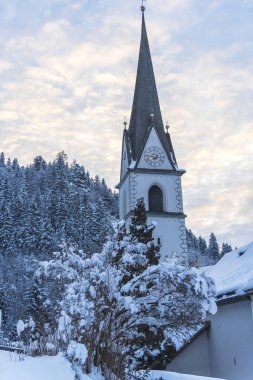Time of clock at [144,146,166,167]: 7:45
